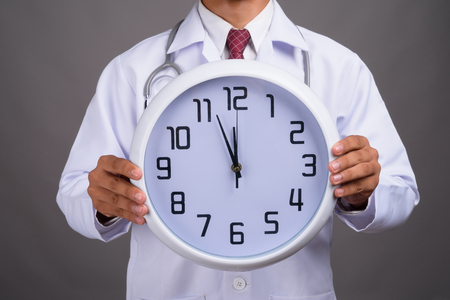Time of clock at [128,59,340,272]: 11:56
